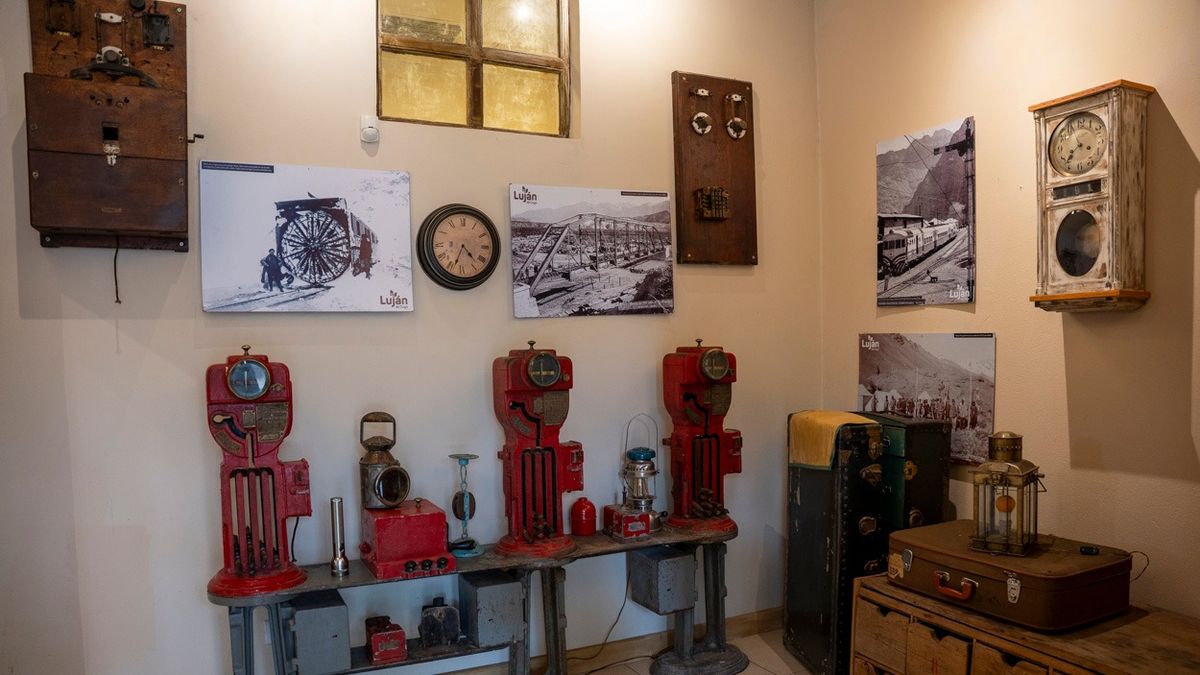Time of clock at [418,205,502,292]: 4:33
